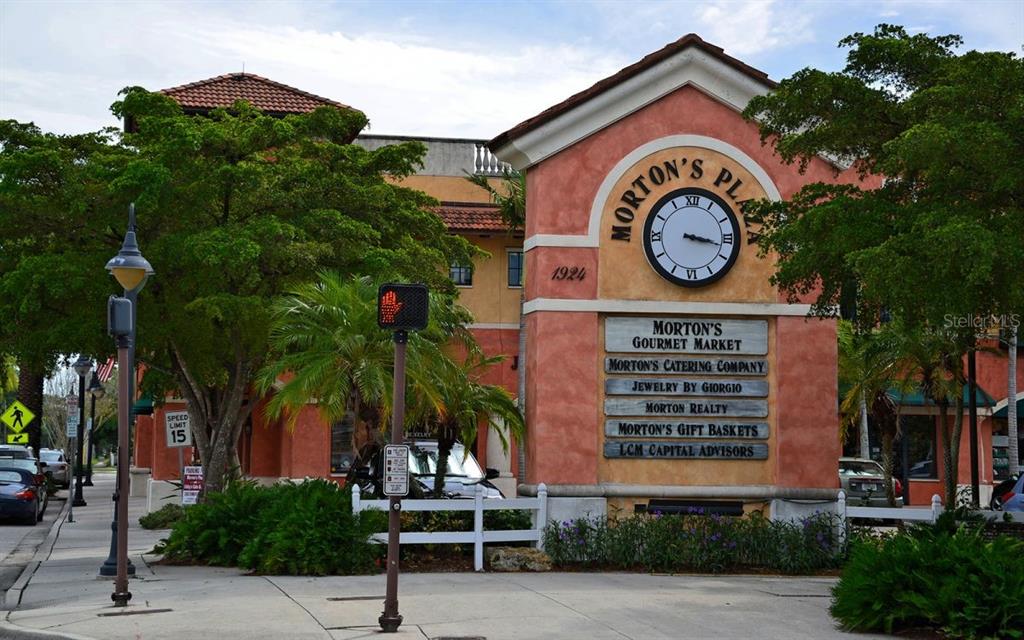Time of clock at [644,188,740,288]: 3:17
